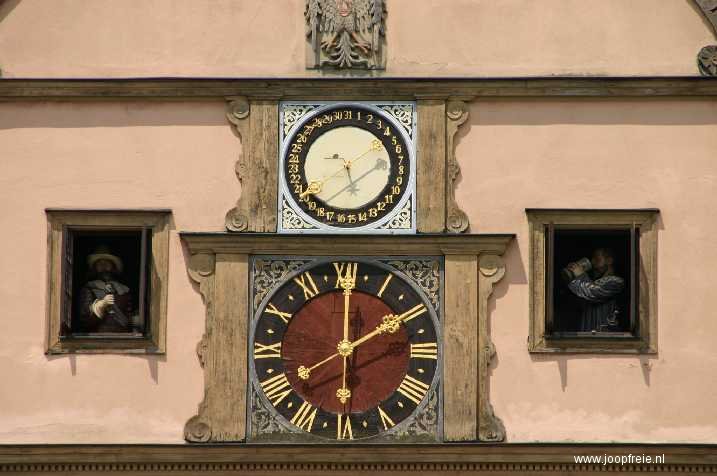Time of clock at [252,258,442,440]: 2:00
